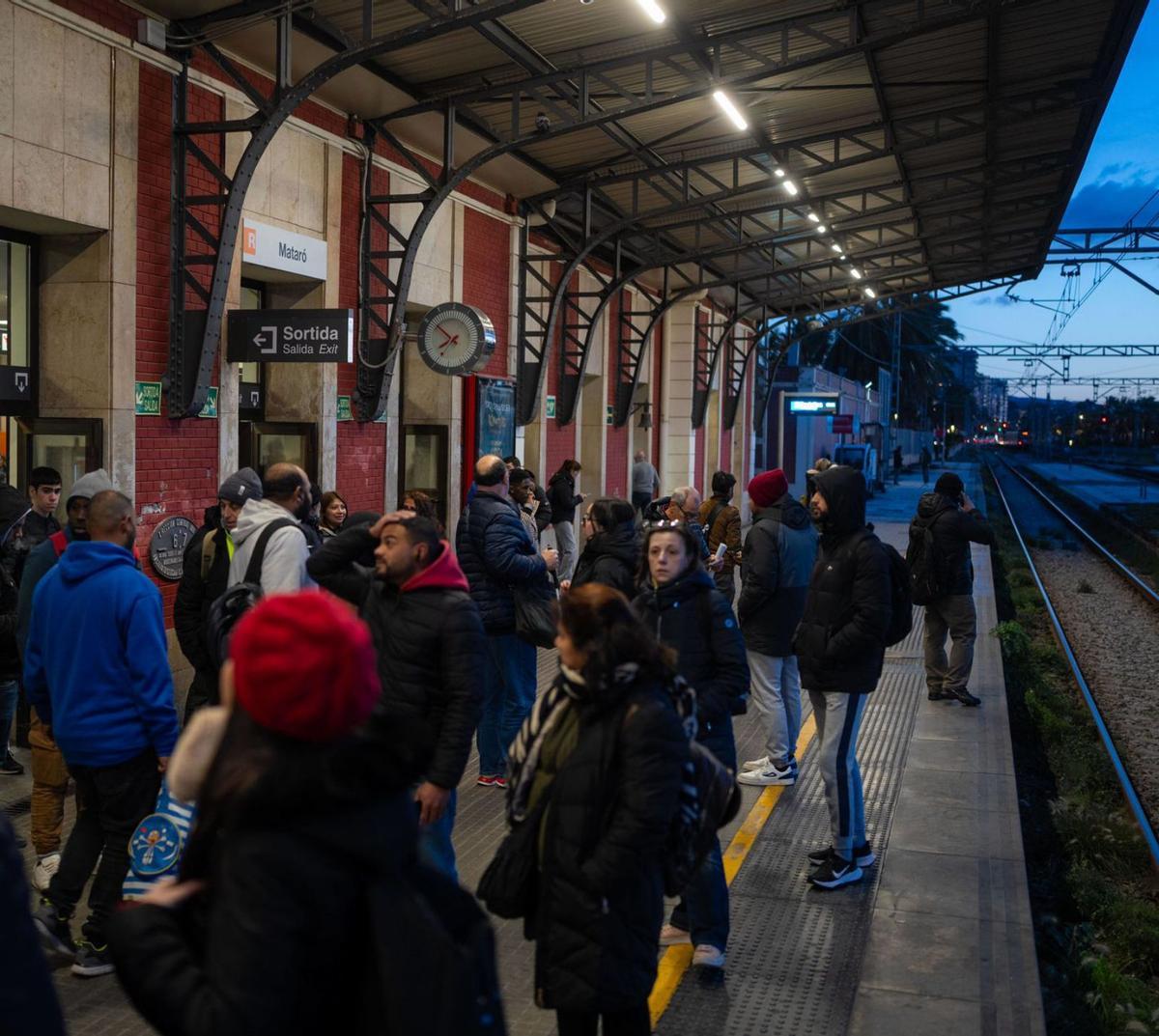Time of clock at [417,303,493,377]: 7:51
